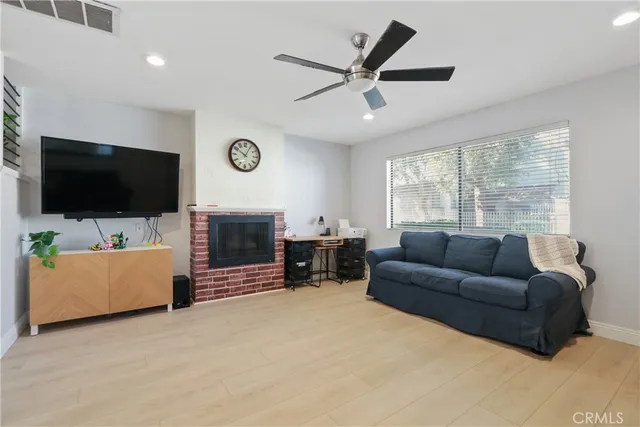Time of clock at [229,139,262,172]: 10:04
